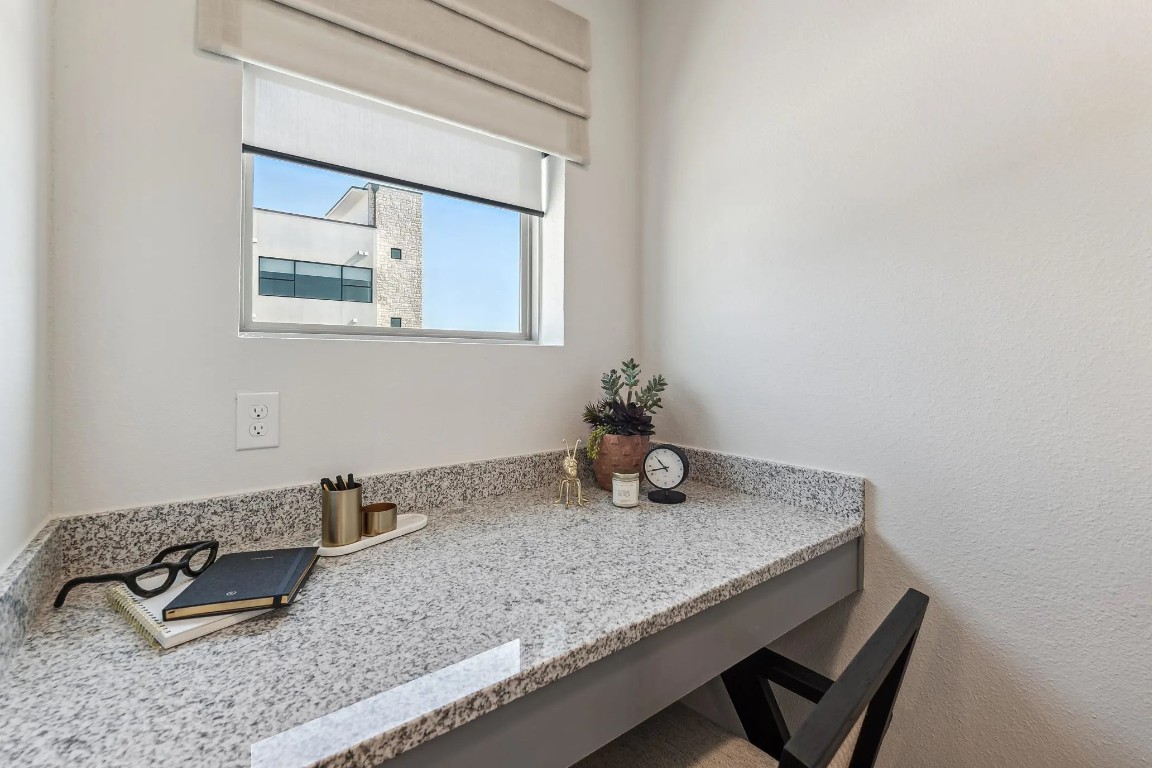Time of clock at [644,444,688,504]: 10:42
